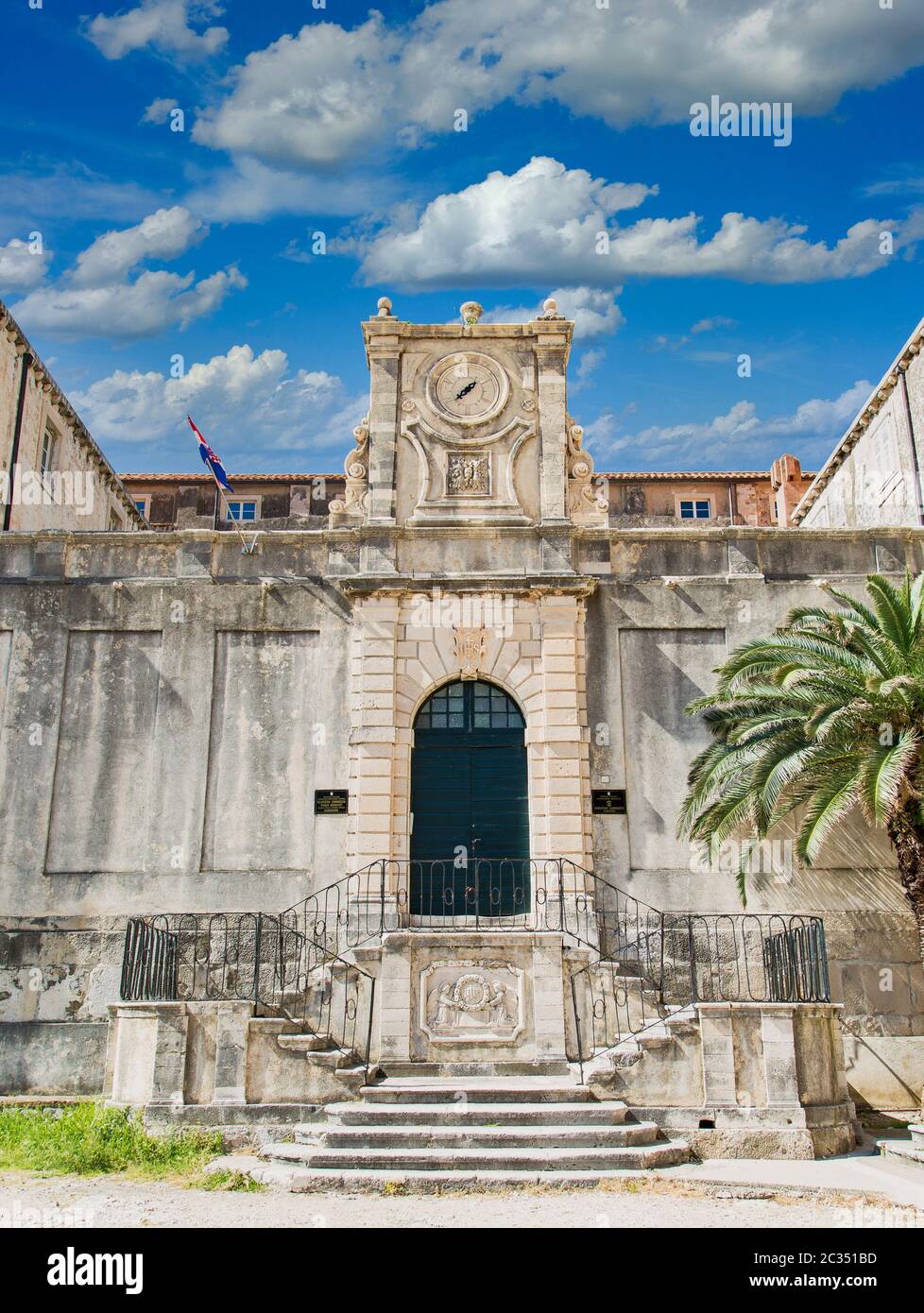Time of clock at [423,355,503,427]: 7:37
